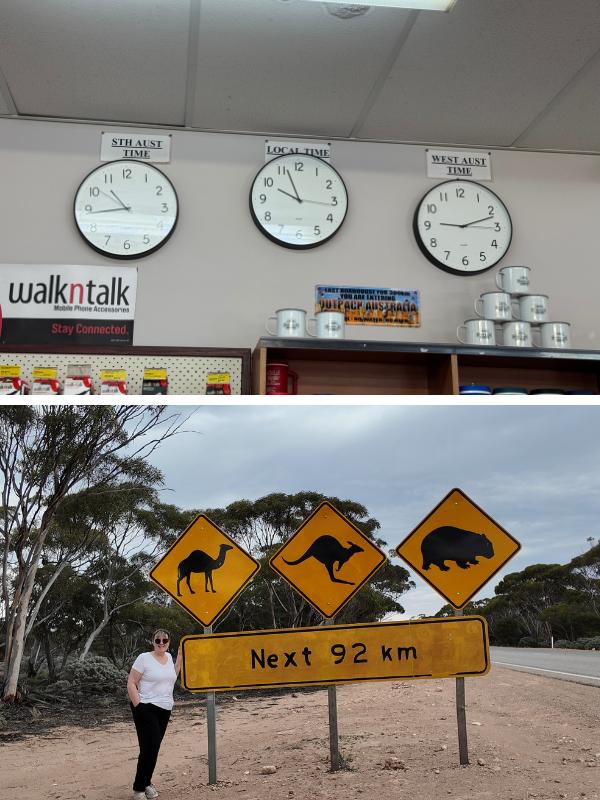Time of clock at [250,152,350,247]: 9:56
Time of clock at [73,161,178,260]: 10:43
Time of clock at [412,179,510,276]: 9:11
